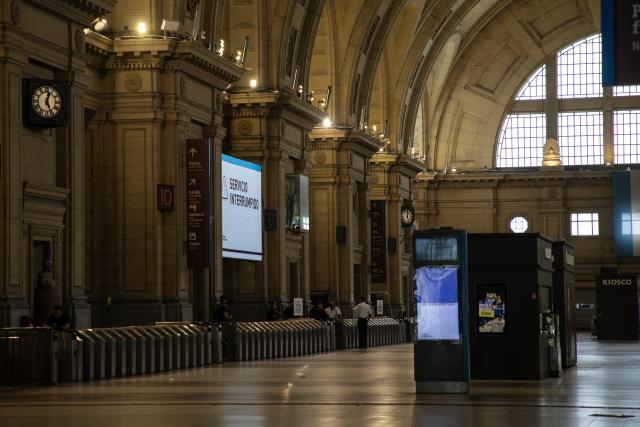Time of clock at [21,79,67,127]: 12:26
